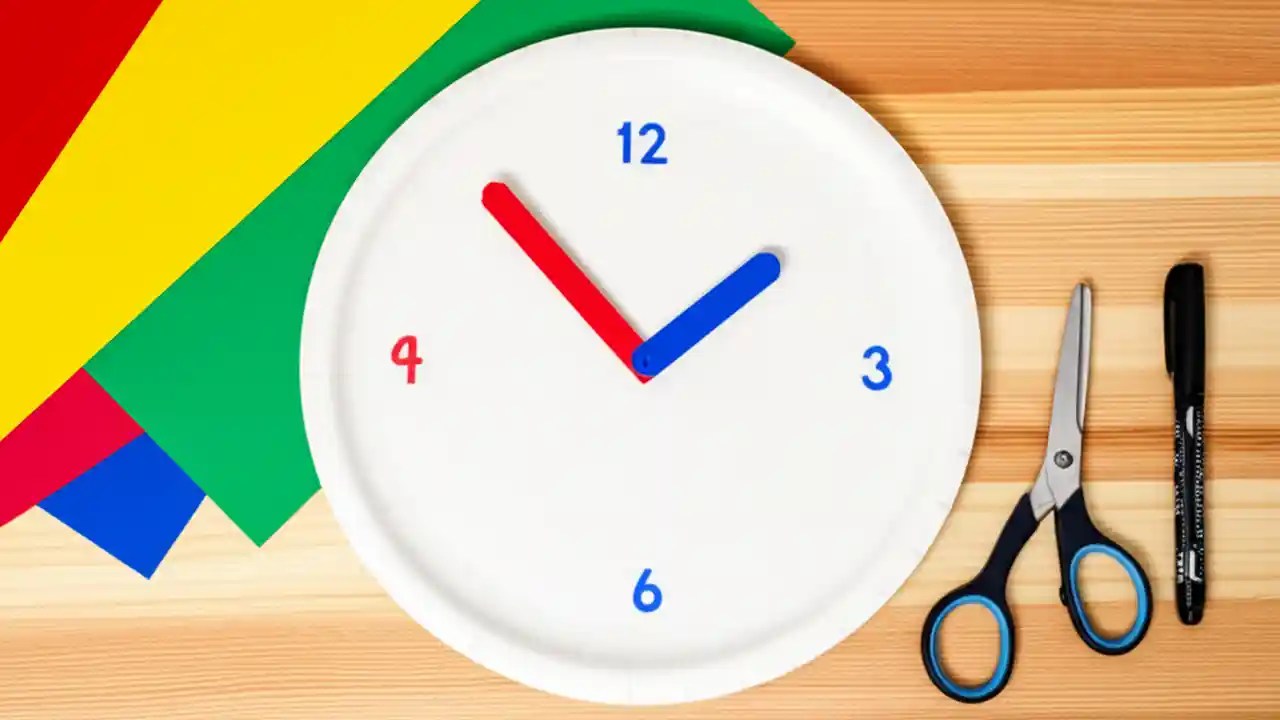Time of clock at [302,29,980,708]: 1:52
